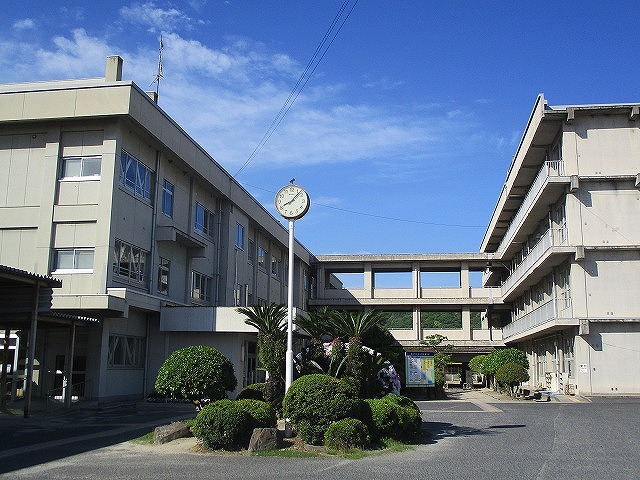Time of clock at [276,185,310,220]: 8:07
